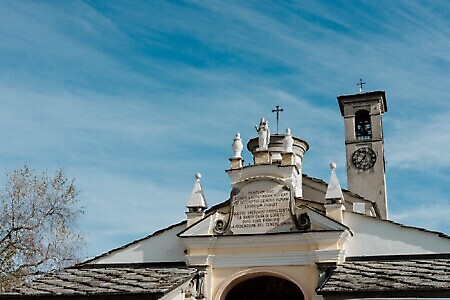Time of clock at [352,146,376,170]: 12:37
